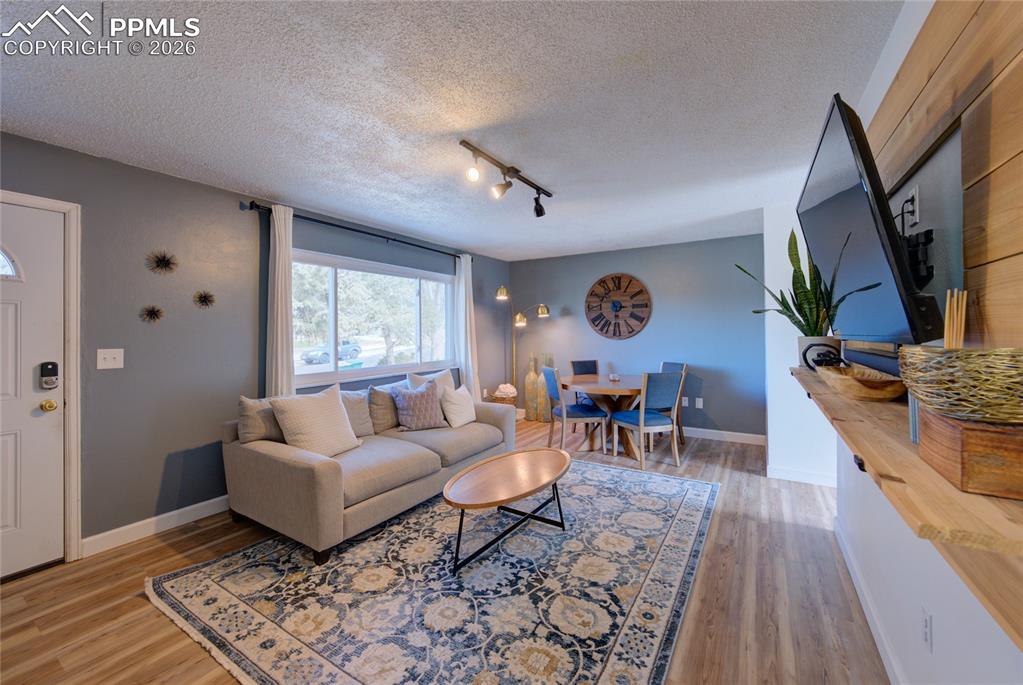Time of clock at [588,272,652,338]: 6:14
